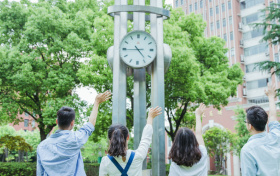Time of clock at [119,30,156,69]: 4:44
